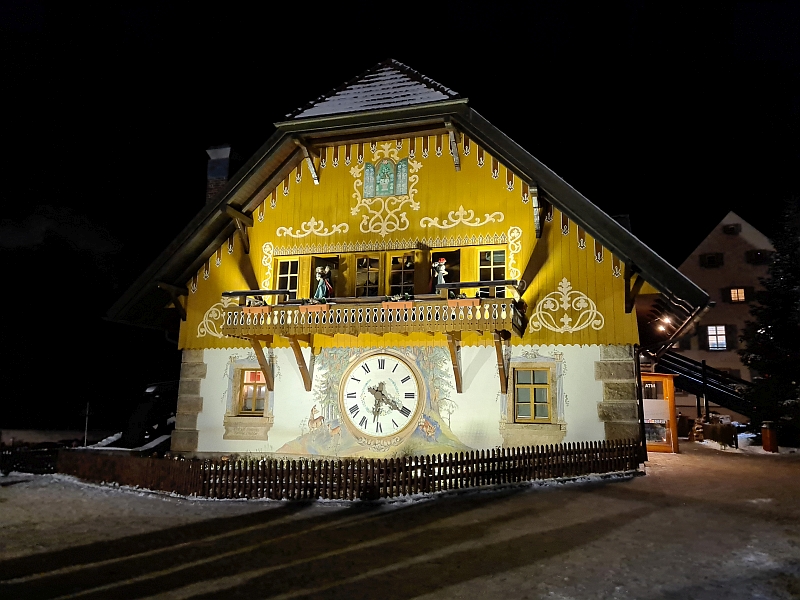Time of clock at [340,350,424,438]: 6:20
